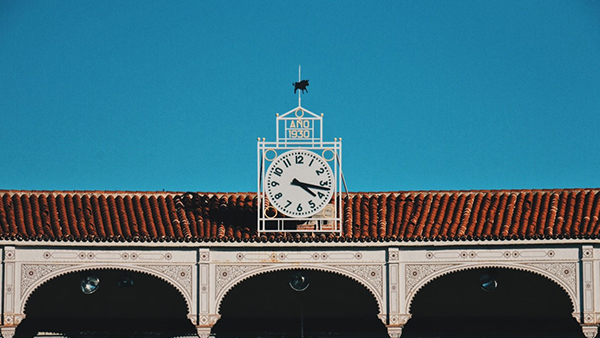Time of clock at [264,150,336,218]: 4:16
